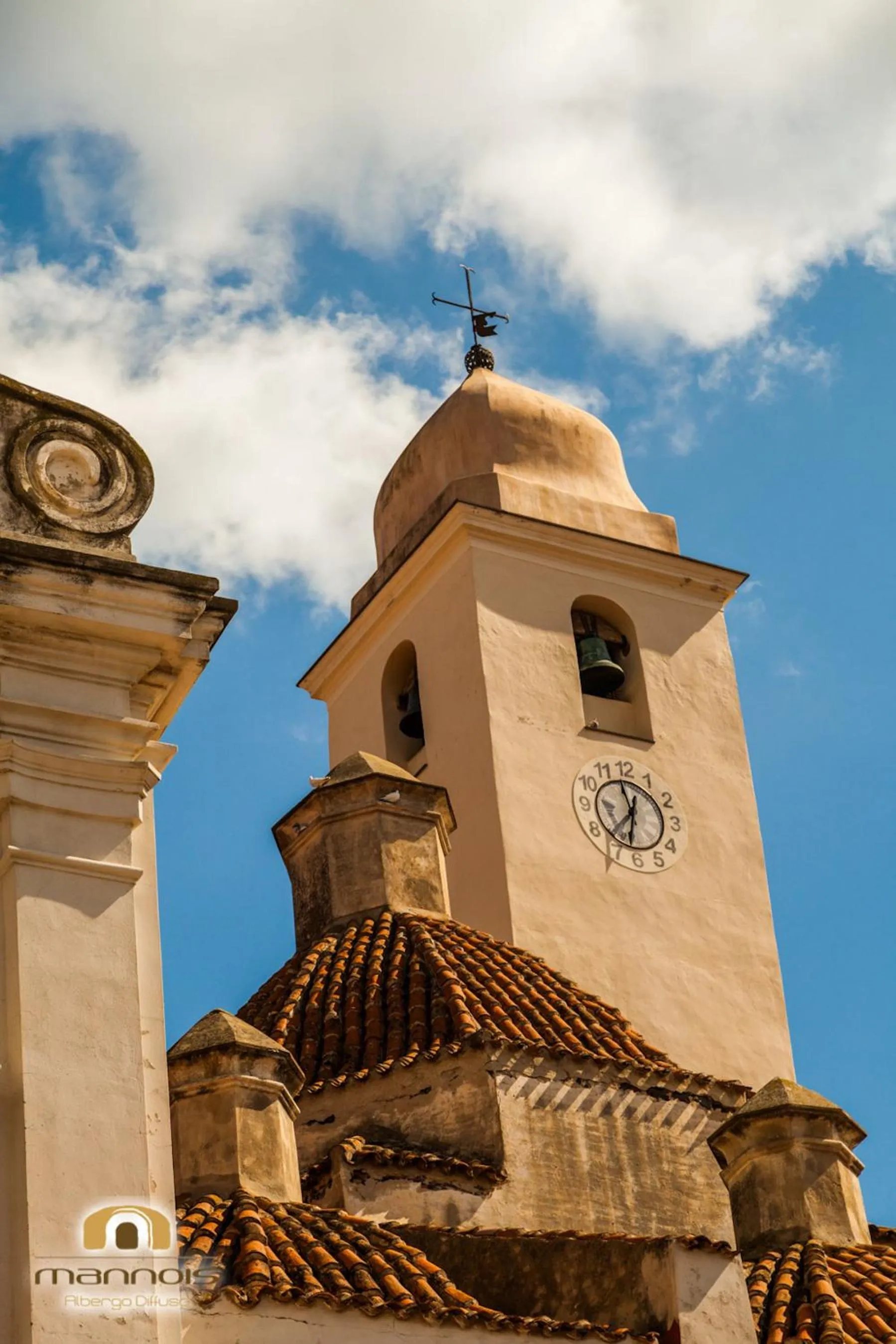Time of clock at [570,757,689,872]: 11:32
